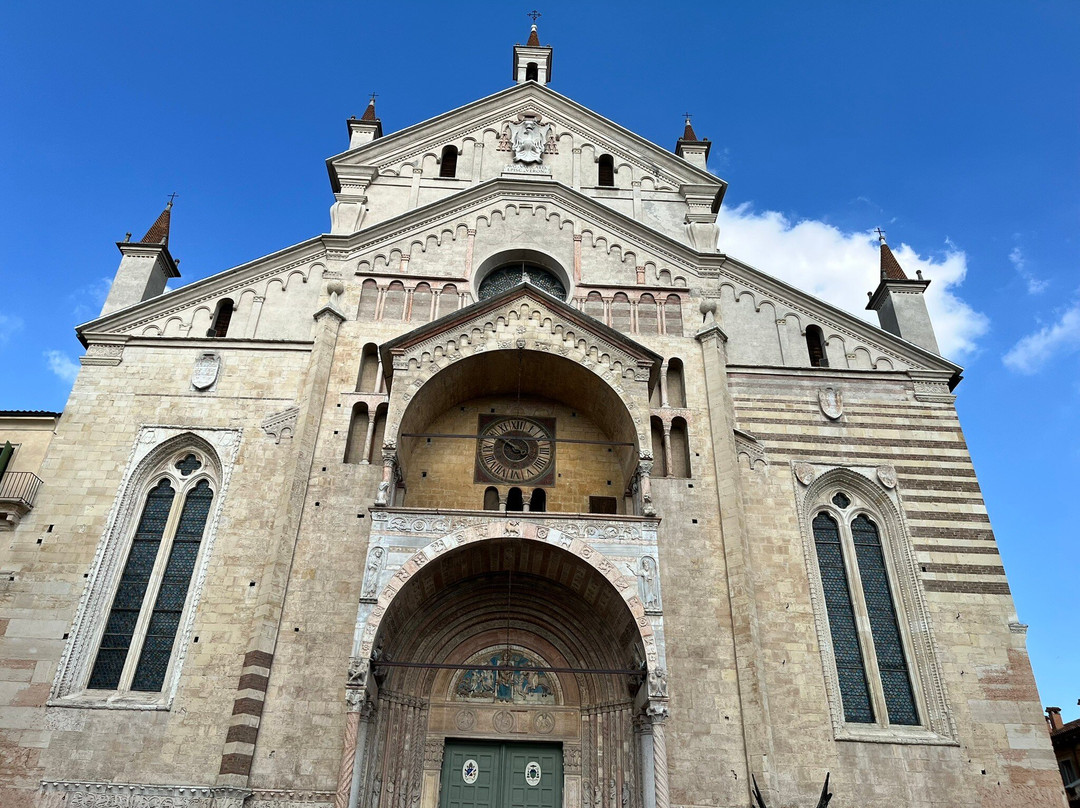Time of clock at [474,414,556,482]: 9:50
